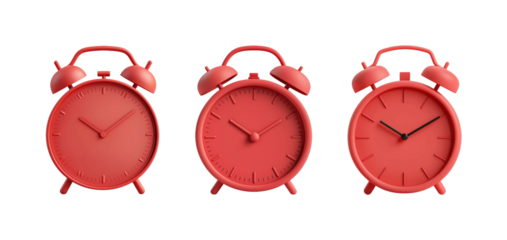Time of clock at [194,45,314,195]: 10:09
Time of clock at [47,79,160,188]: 10:08
